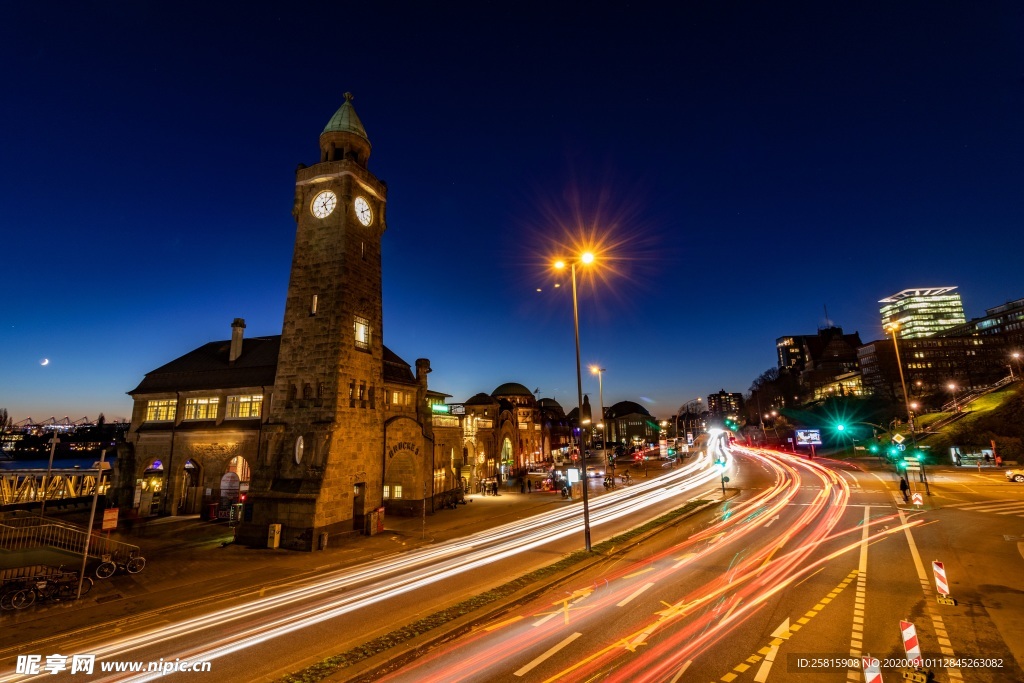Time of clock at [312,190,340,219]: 5:07
